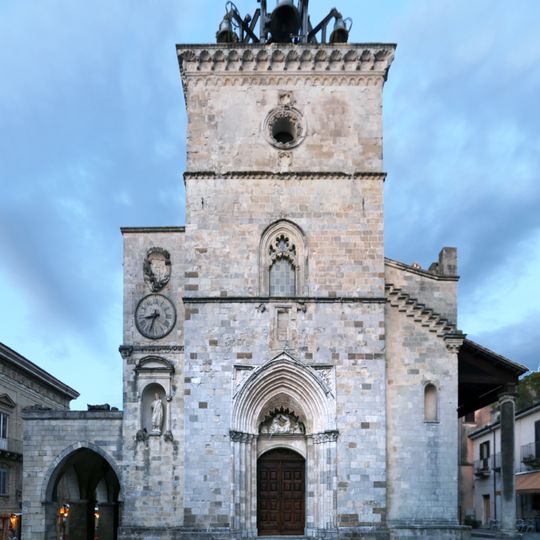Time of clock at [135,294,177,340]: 8:33
